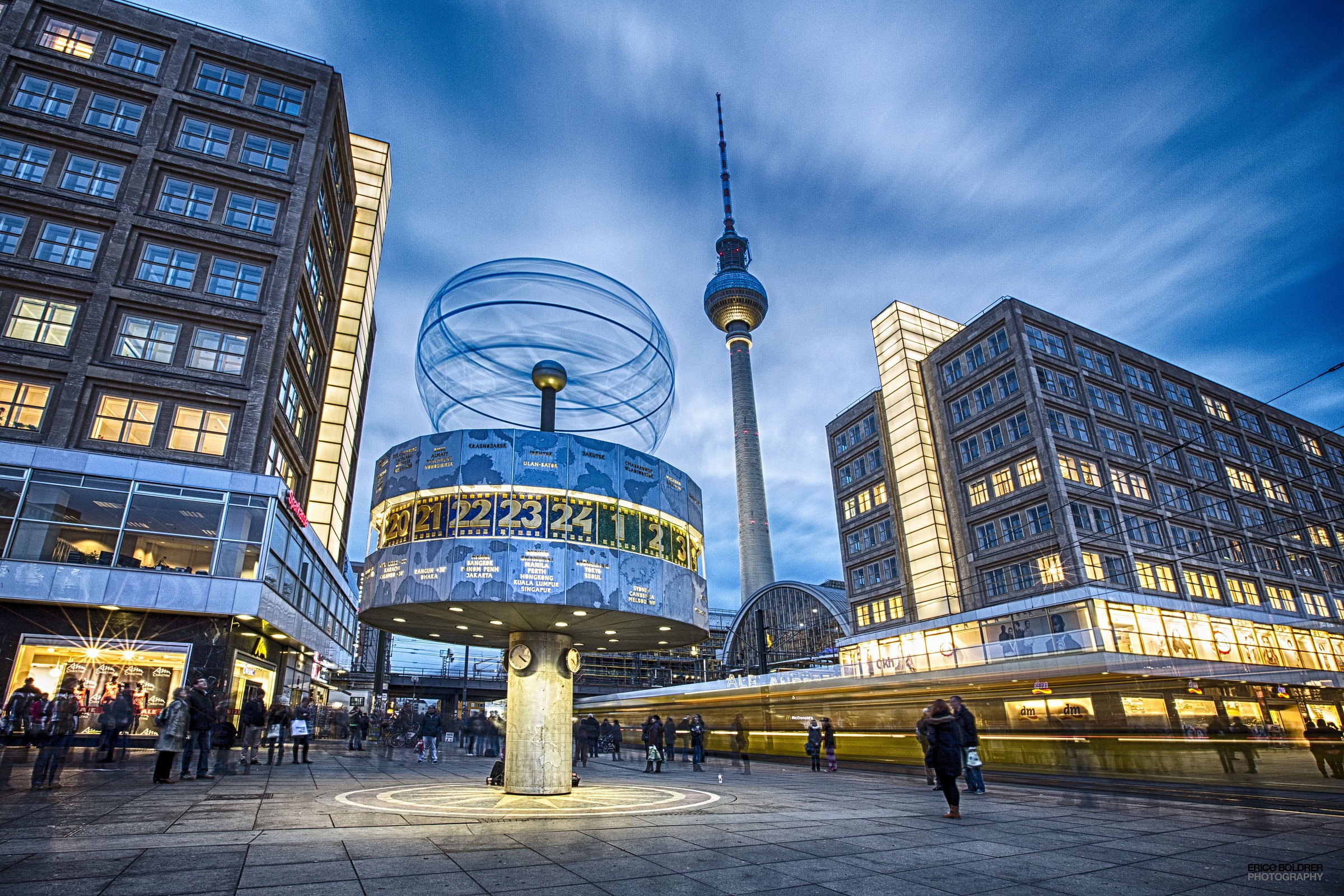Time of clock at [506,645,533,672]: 4:20
